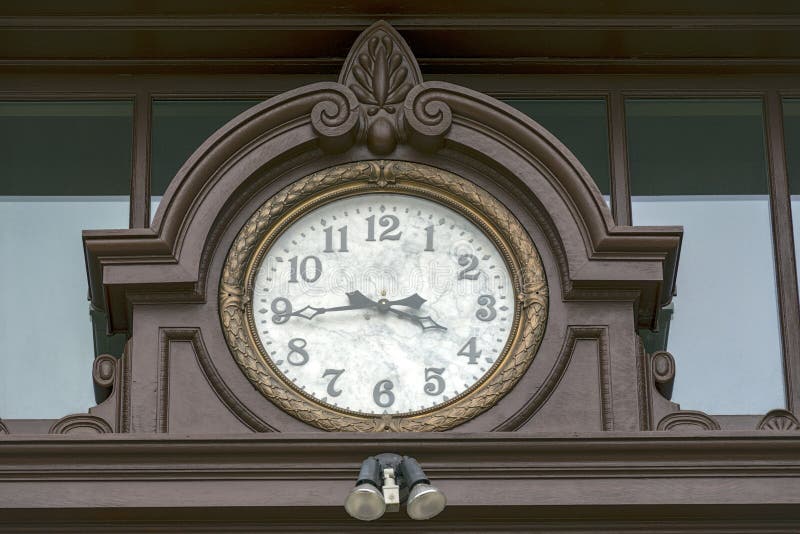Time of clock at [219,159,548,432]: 3:44
